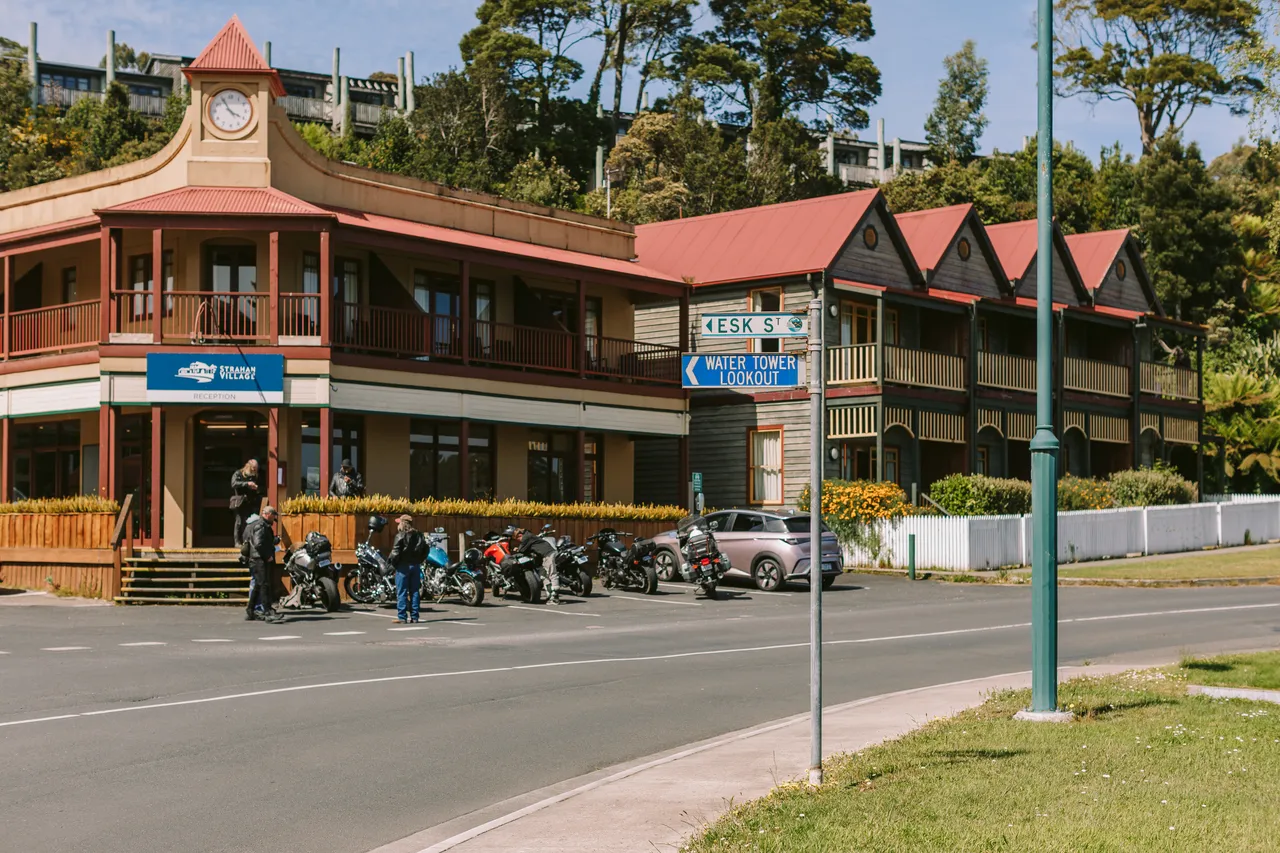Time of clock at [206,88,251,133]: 3:54
